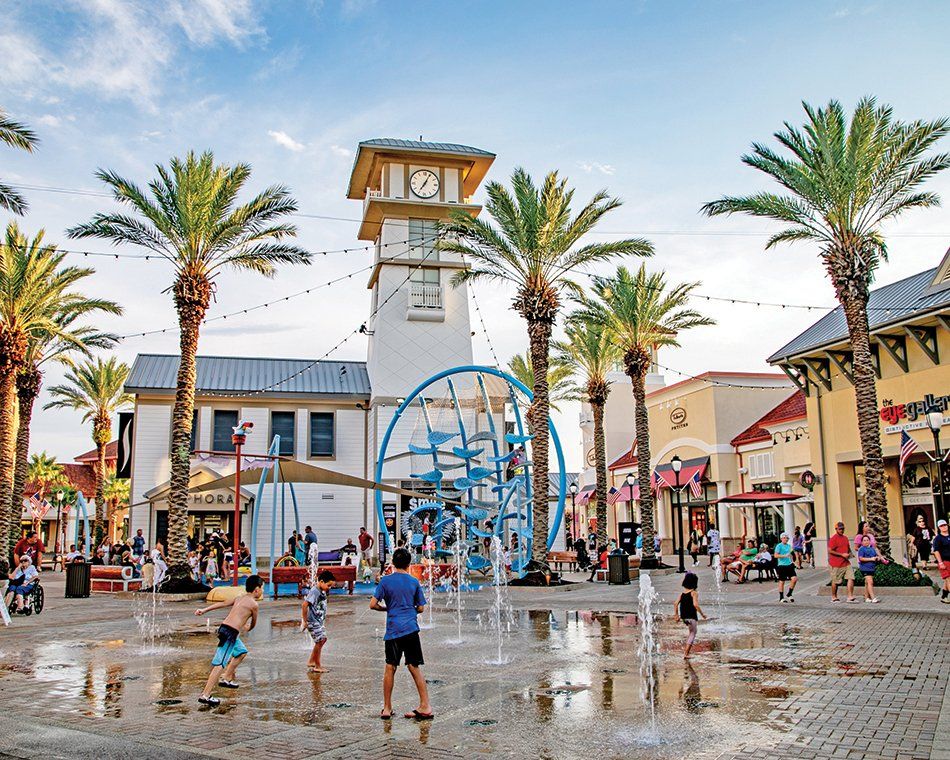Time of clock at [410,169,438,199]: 7:04
